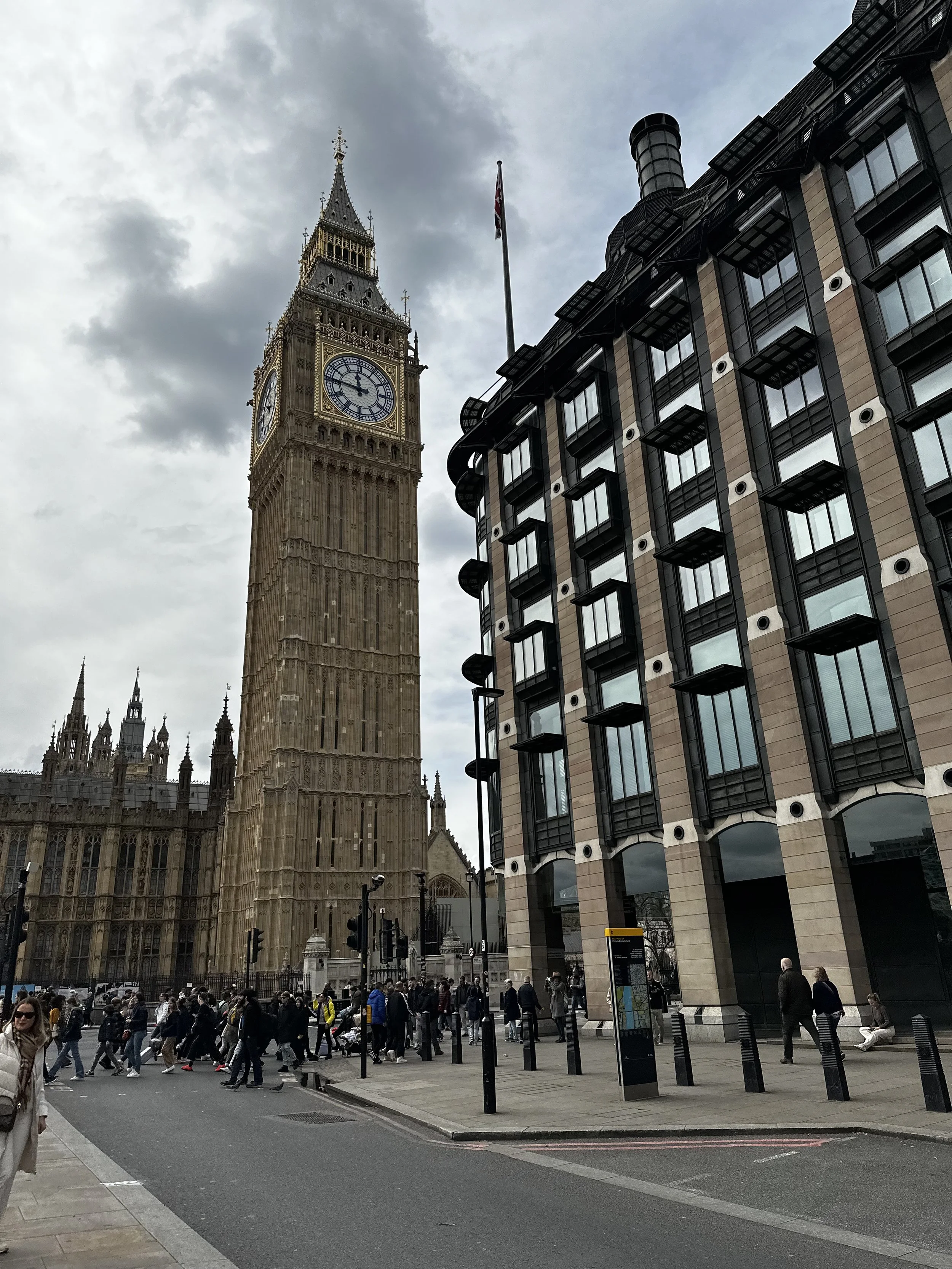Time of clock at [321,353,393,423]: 11:45
